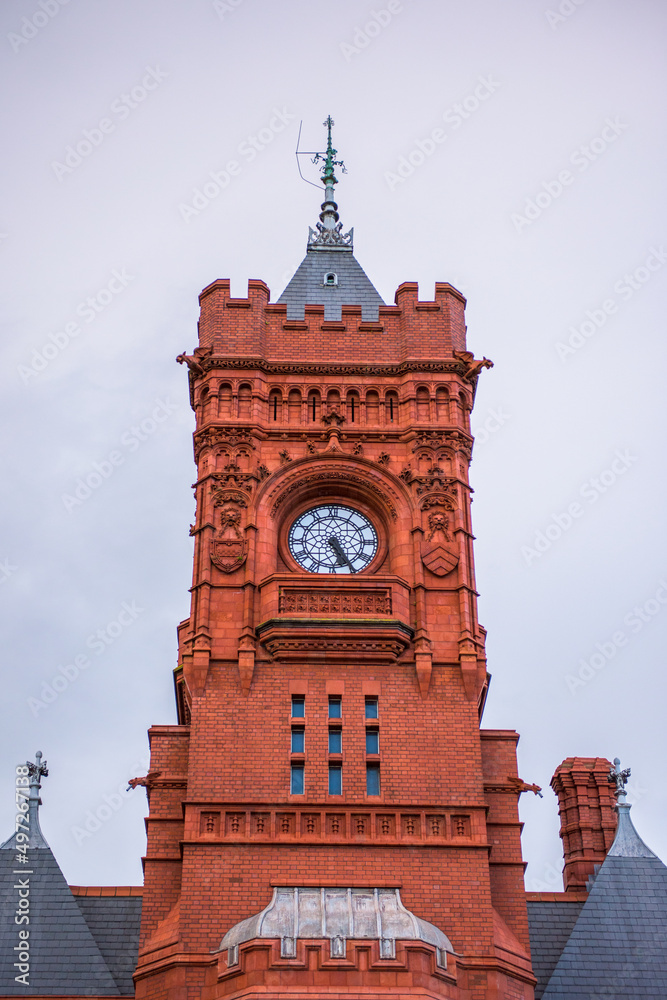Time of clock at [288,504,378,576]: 5:24
